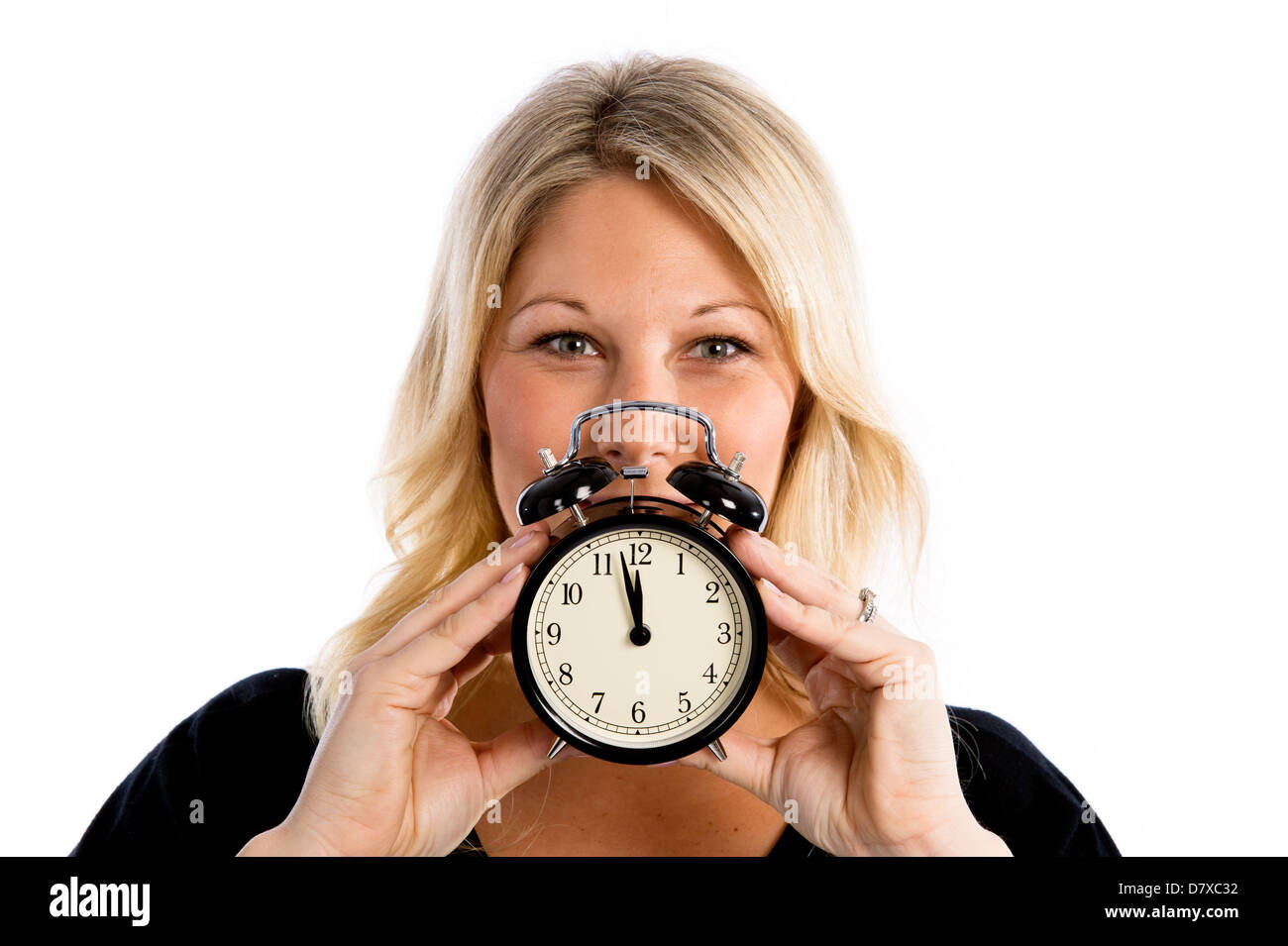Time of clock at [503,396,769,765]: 11:57
